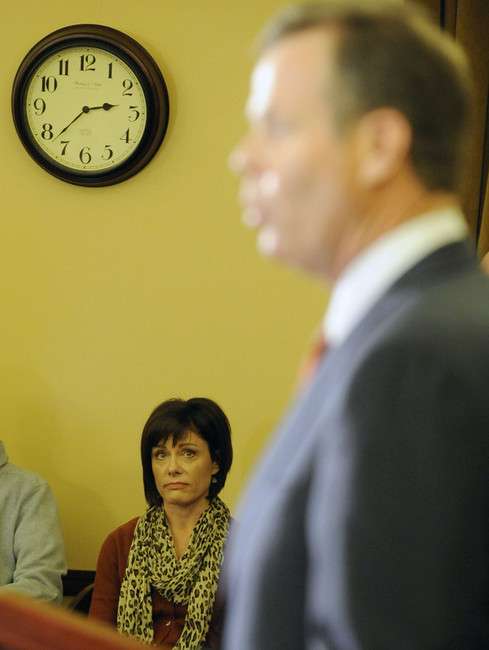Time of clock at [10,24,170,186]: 2:37
